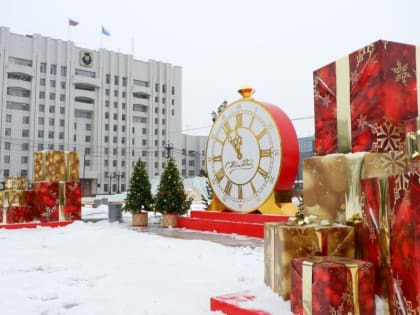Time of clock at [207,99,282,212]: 11:53
